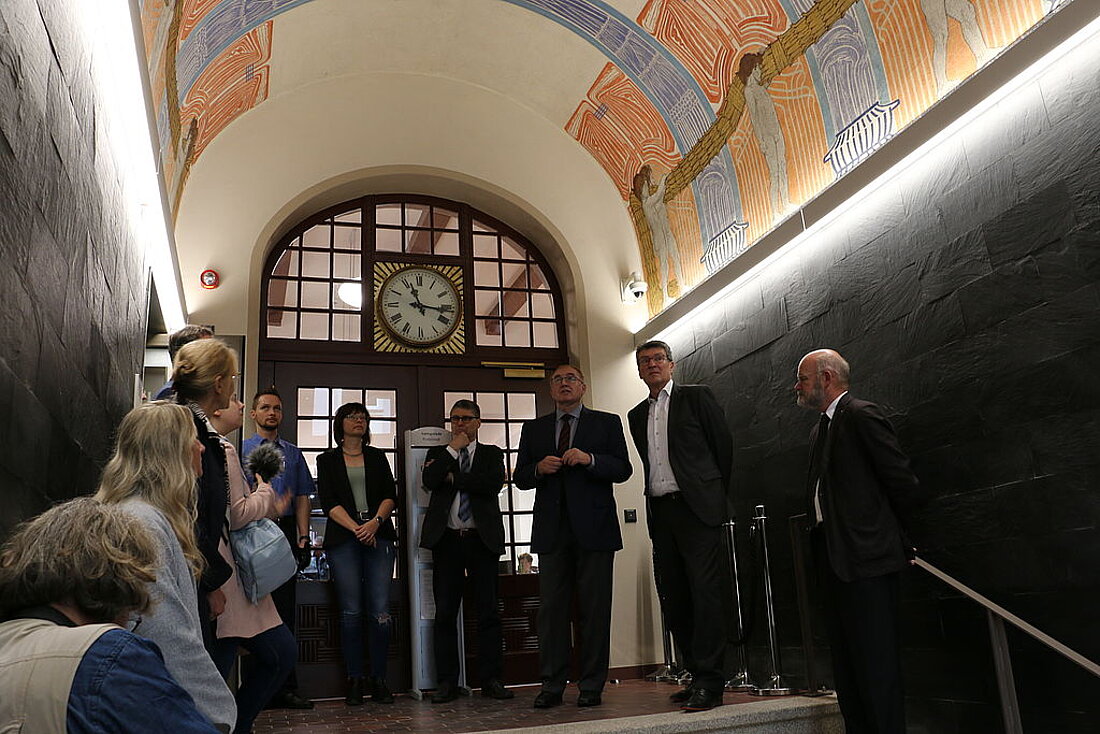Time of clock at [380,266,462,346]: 11:16
